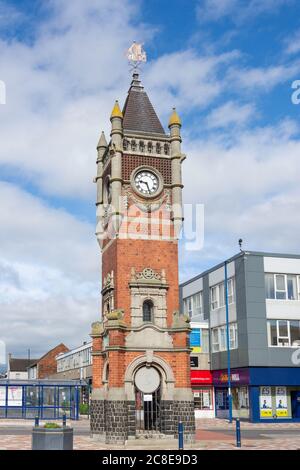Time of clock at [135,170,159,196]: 9:27
